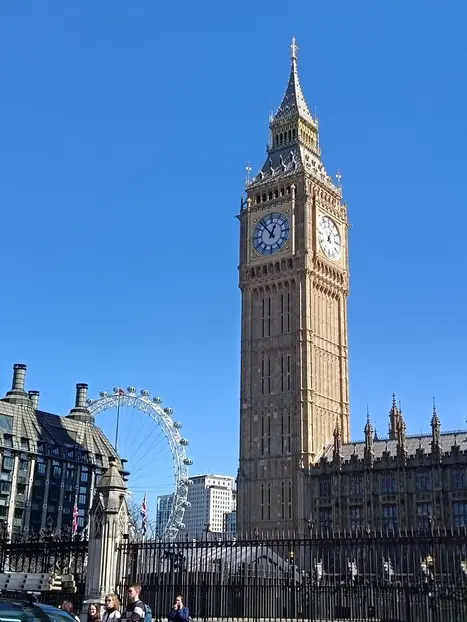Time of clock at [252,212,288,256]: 12:53
